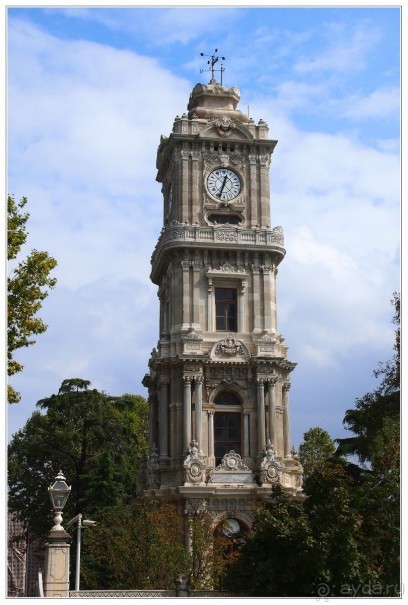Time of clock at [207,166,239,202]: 12:33
